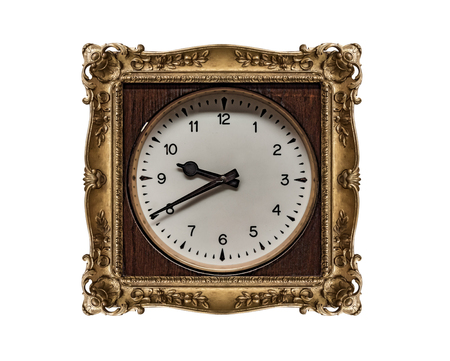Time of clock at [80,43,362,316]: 9:40
